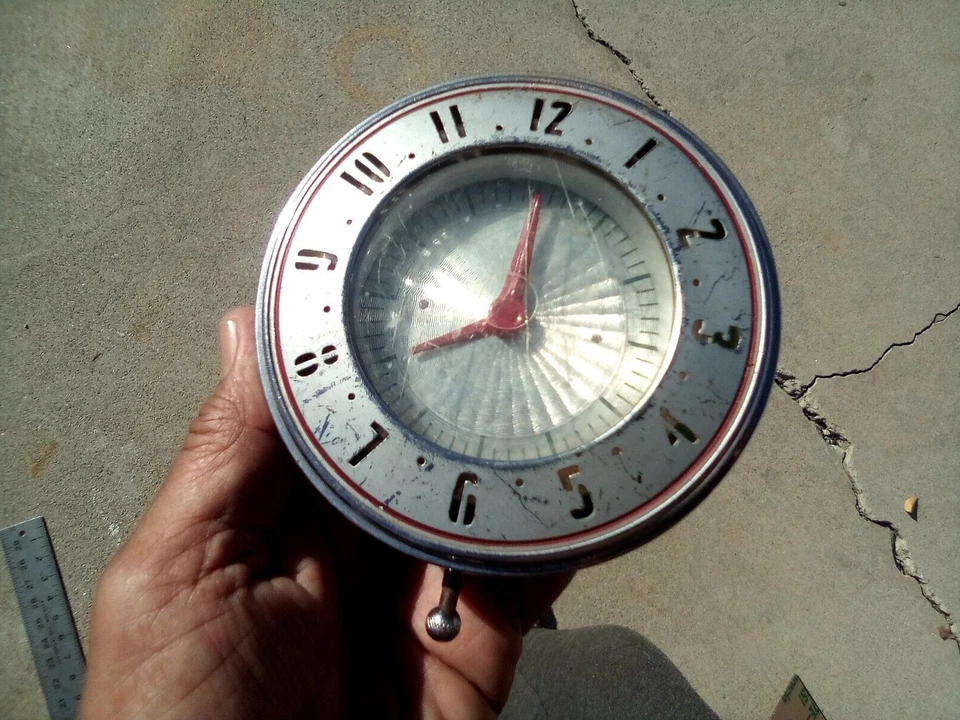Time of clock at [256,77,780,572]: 8:00
